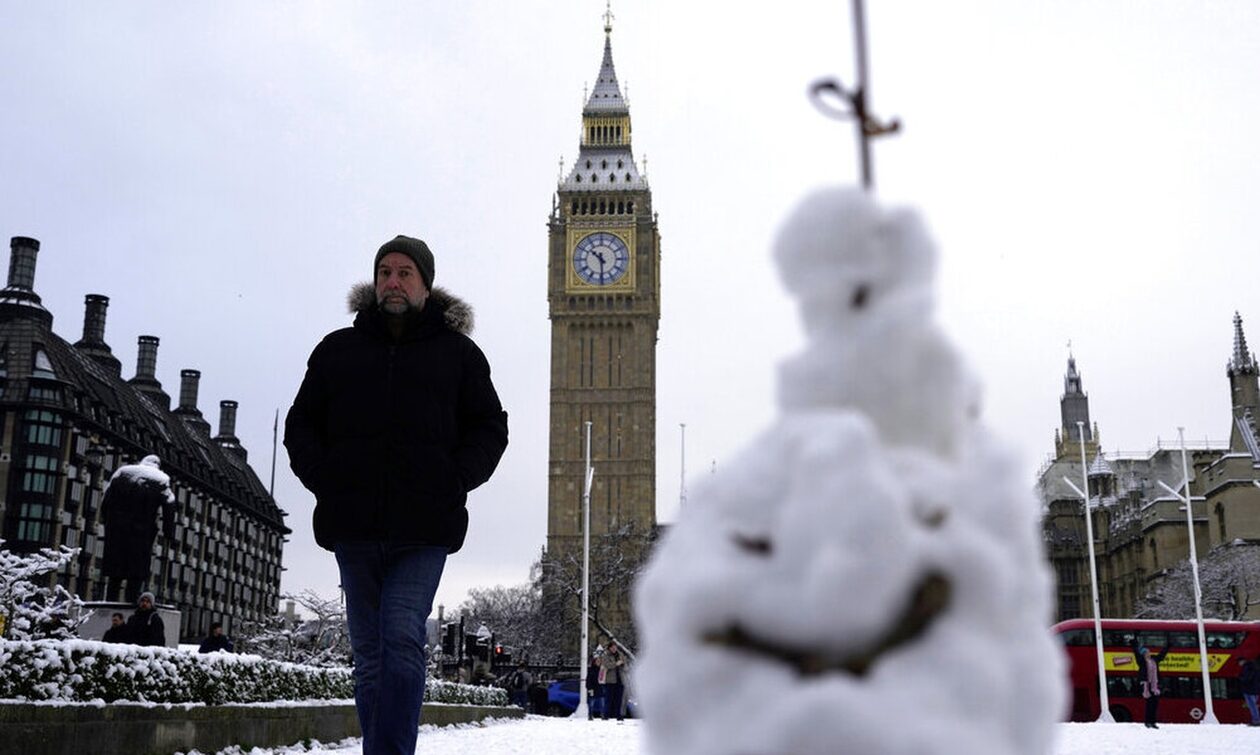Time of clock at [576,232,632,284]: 10:29
